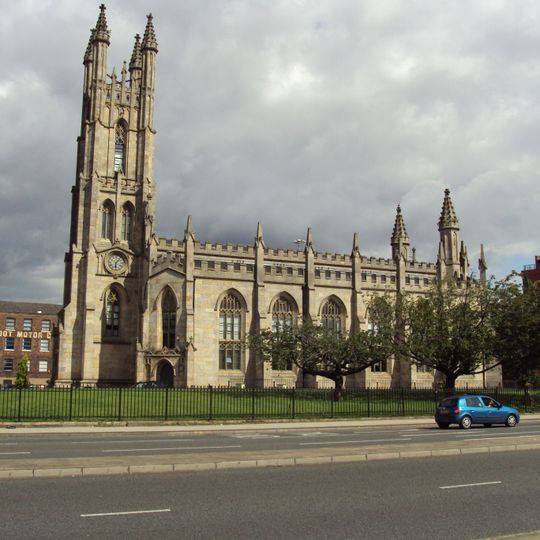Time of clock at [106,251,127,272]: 6:06
